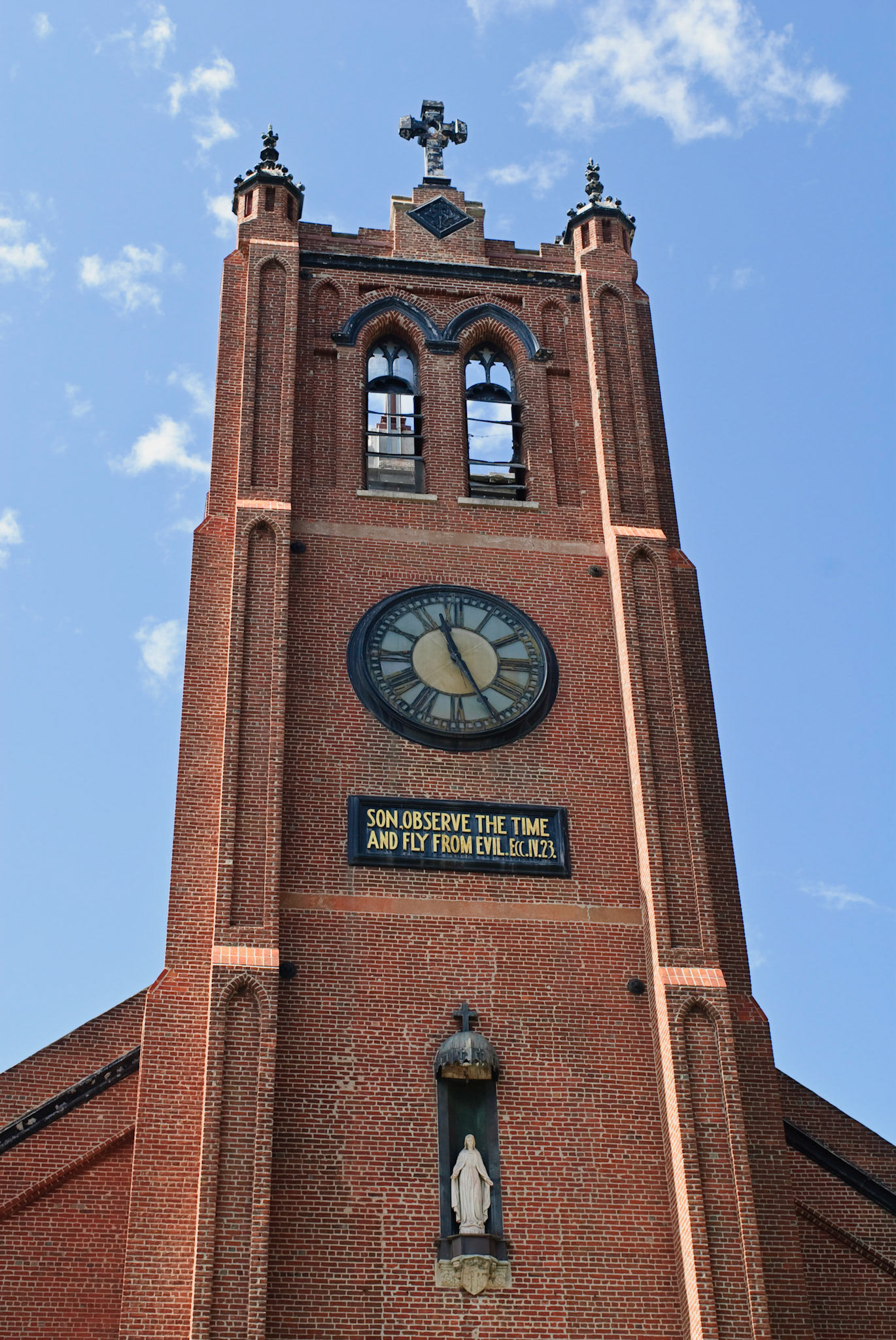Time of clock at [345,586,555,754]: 11:25
